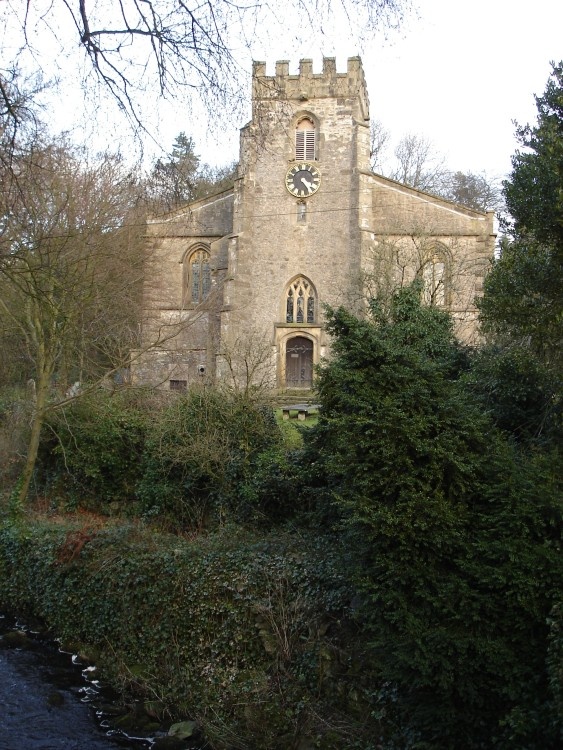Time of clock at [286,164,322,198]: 4:23
